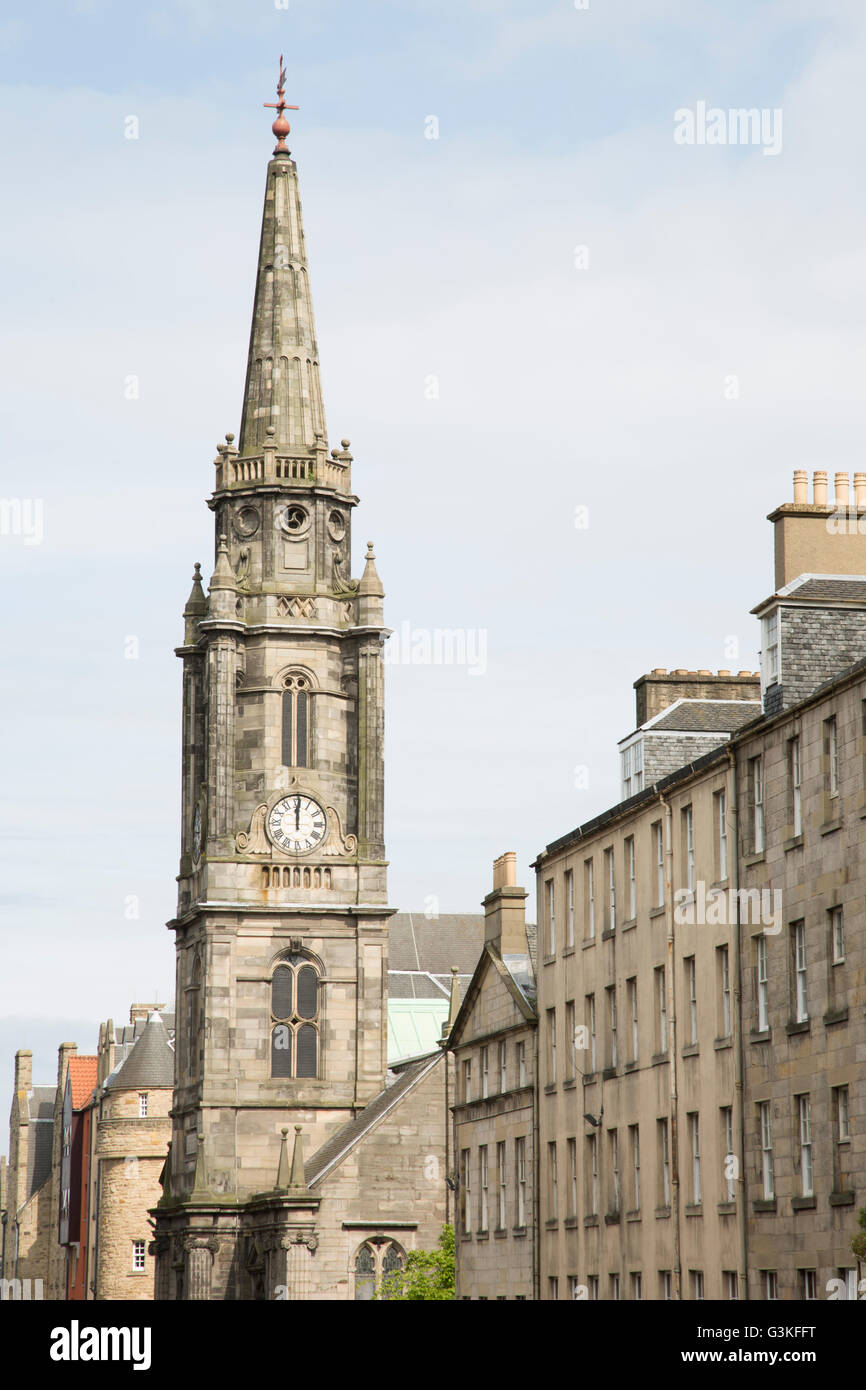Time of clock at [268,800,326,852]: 12:00
